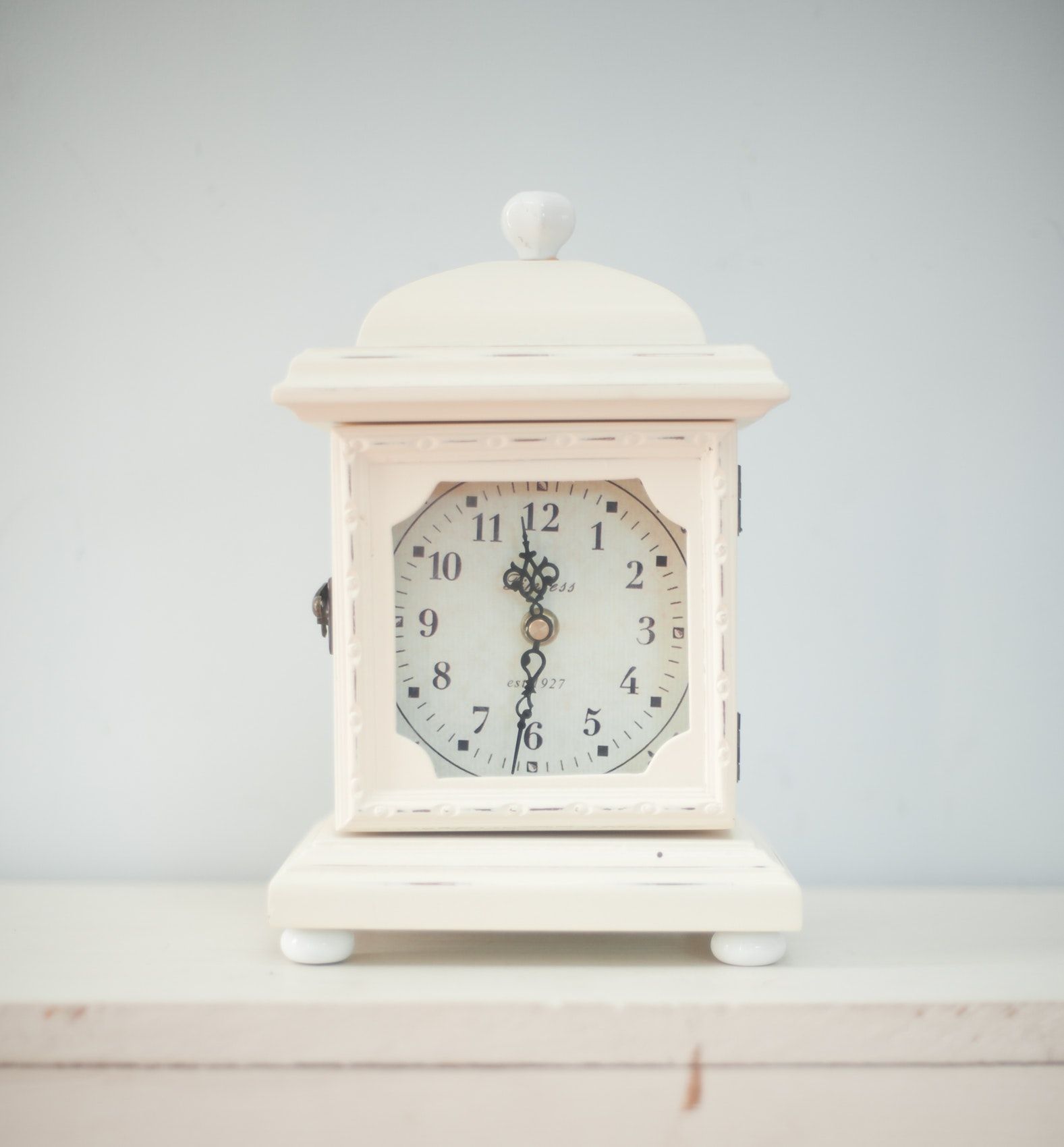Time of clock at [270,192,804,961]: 11:31
